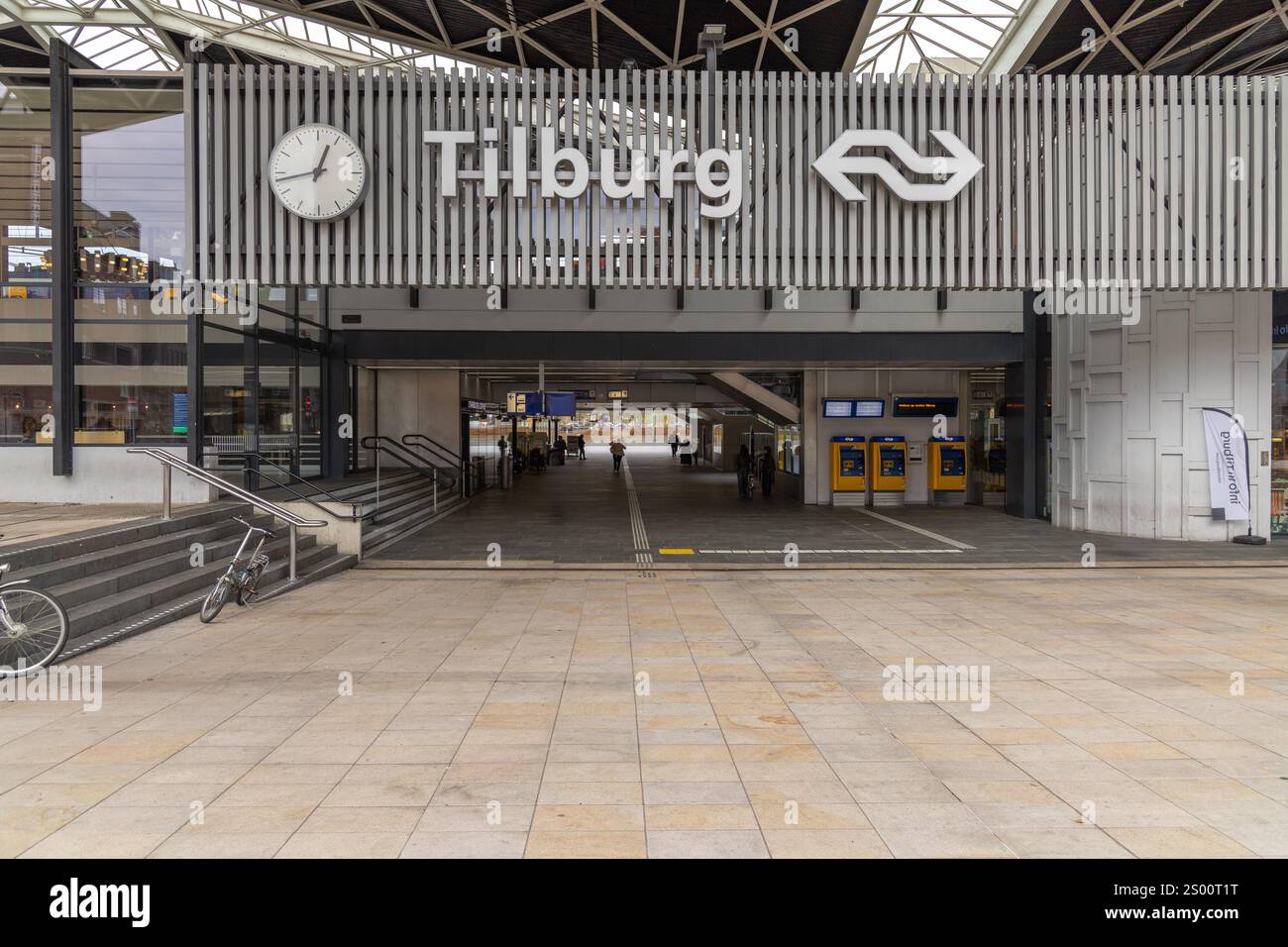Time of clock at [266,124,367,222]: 12:43
